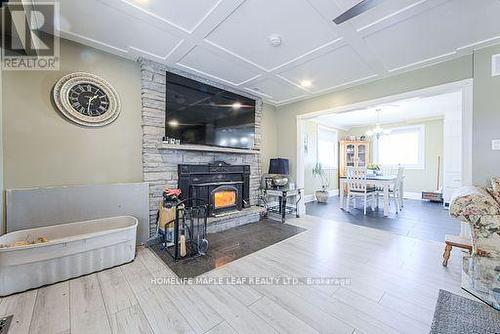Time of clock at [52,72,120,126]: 1:32
